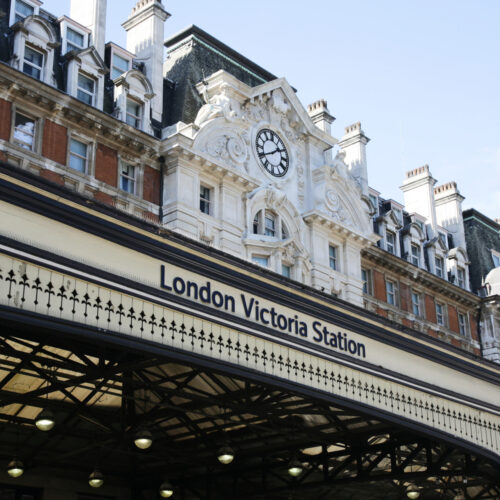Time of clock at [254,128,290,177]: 1:40
